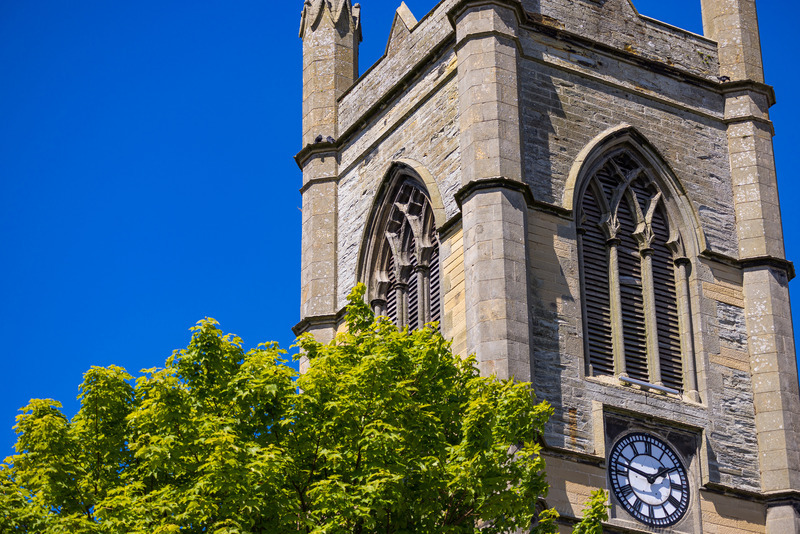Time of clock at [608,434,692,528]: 1:47
